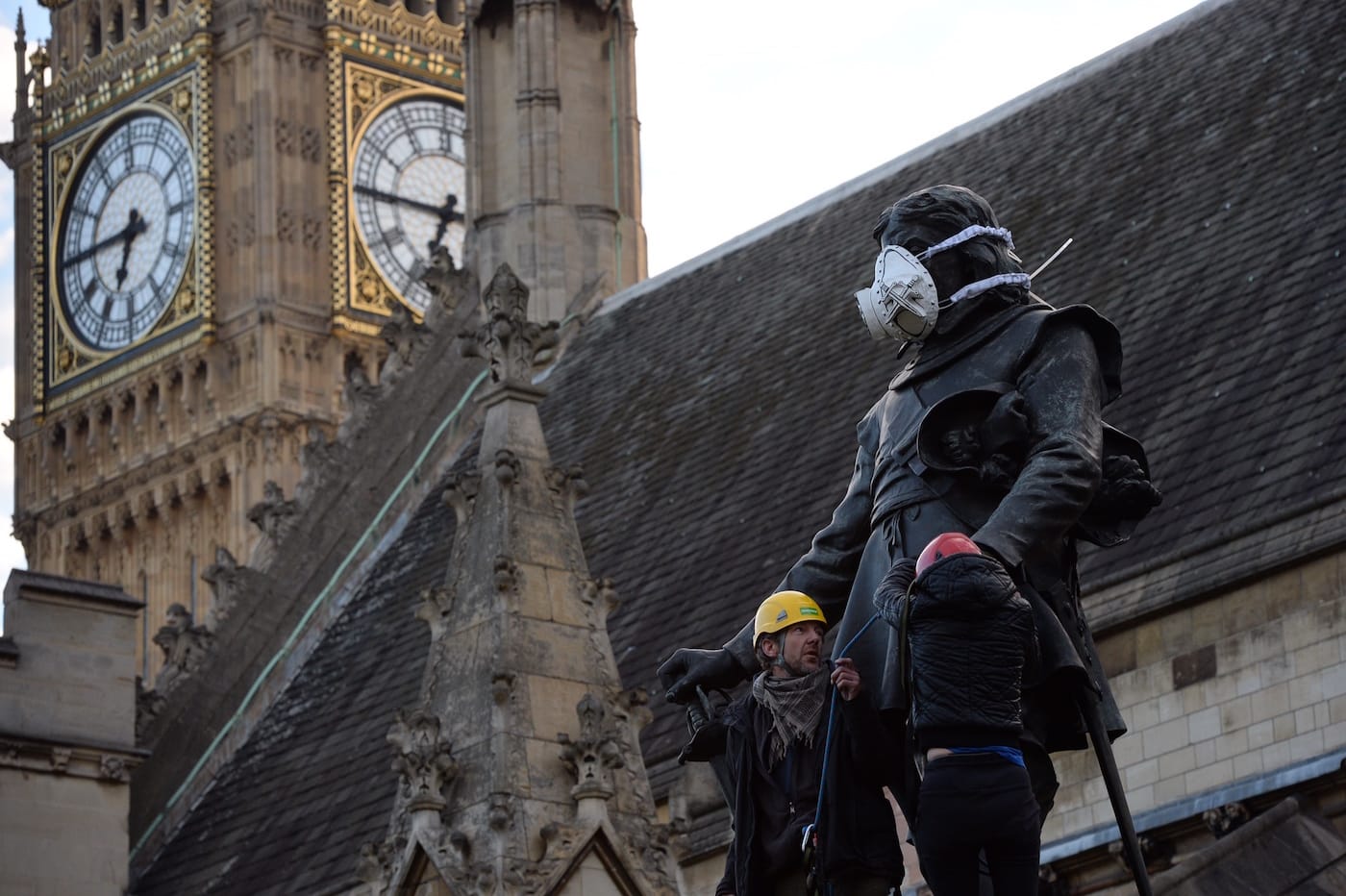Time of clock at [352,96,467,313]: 6:45
